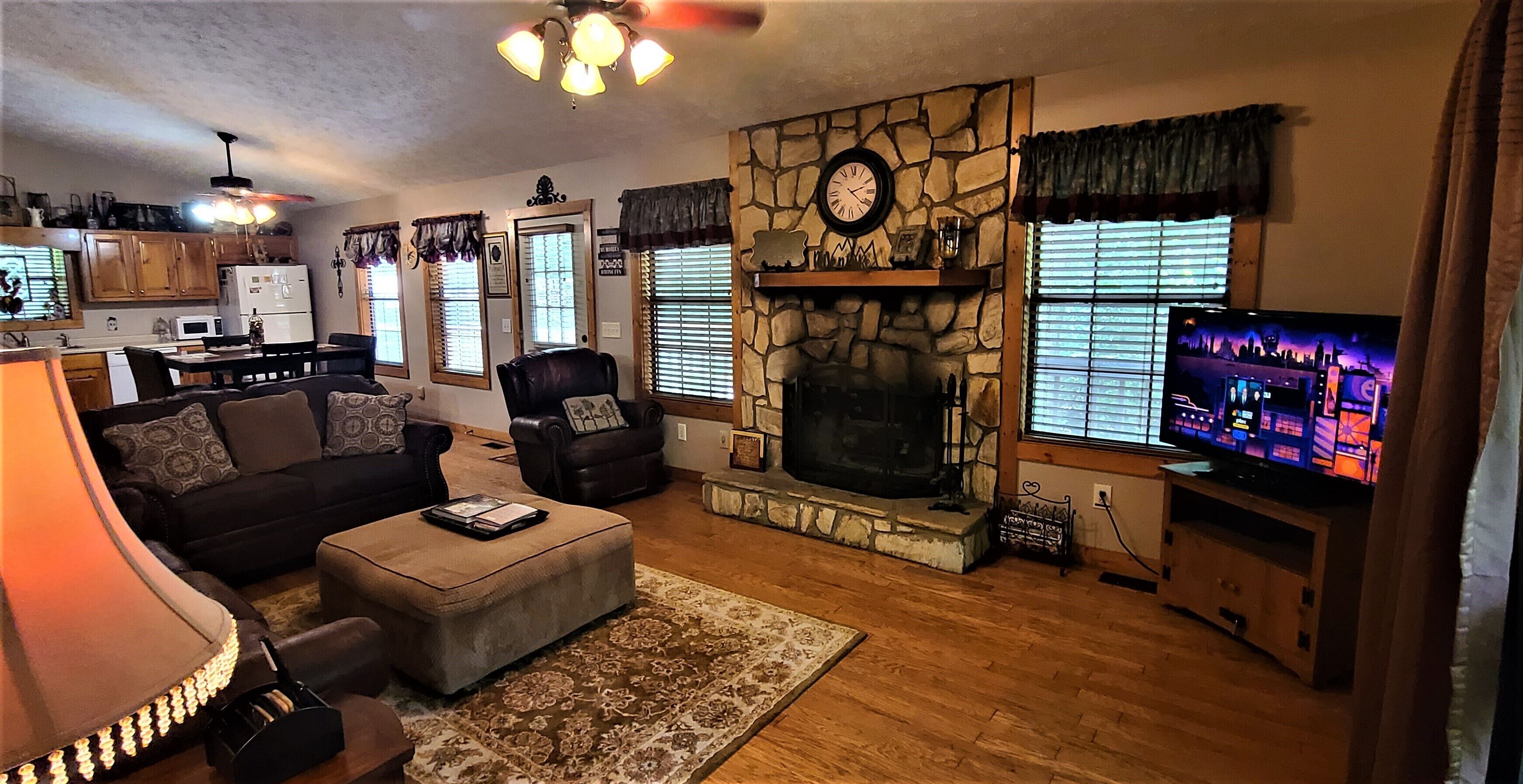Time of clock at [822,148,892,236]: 2:21
